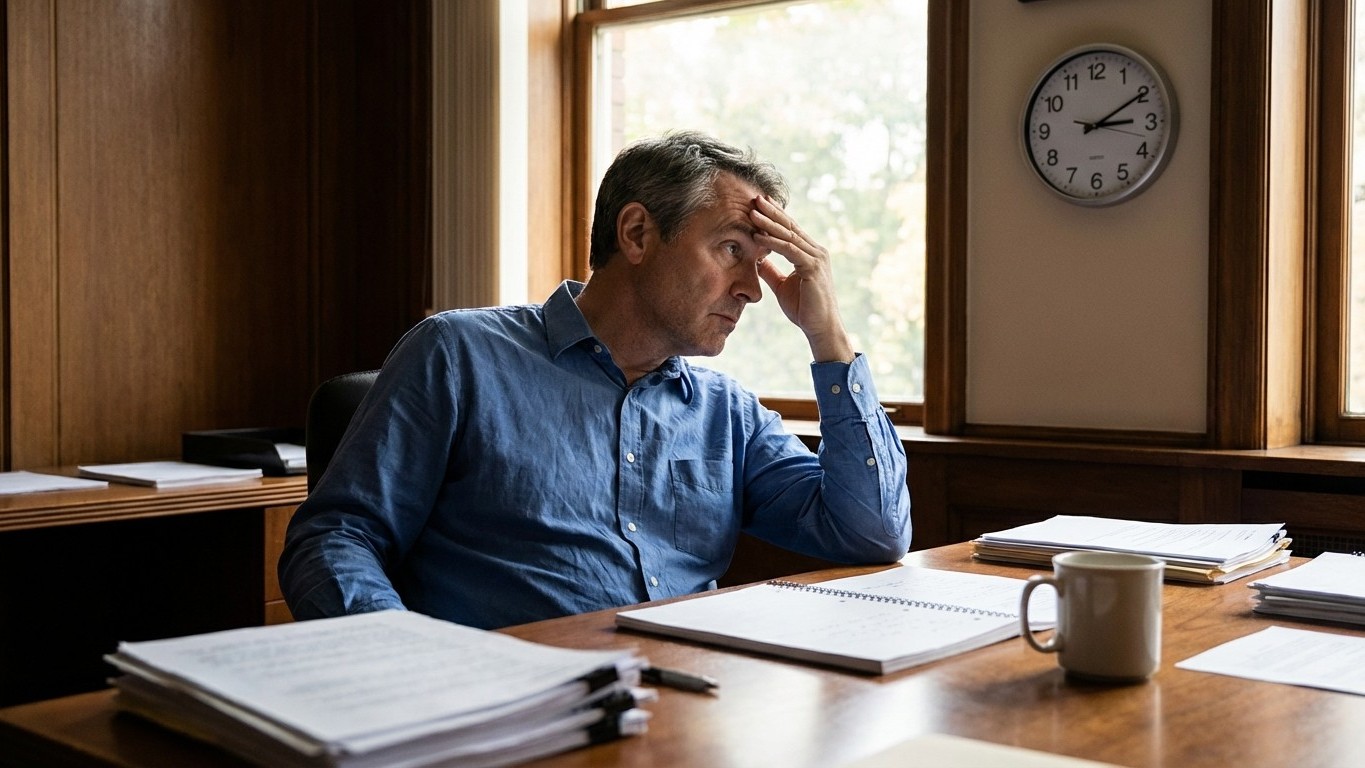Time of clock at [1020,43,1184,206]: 3:09
